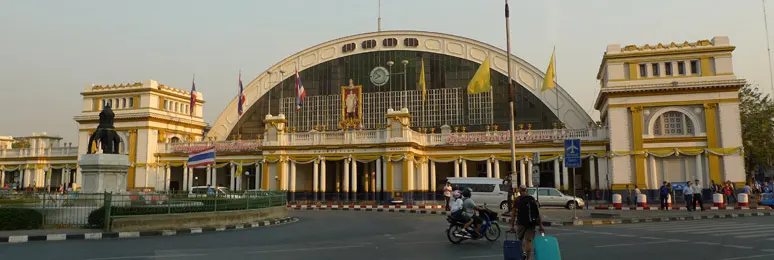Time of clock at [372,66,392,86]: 7:52
